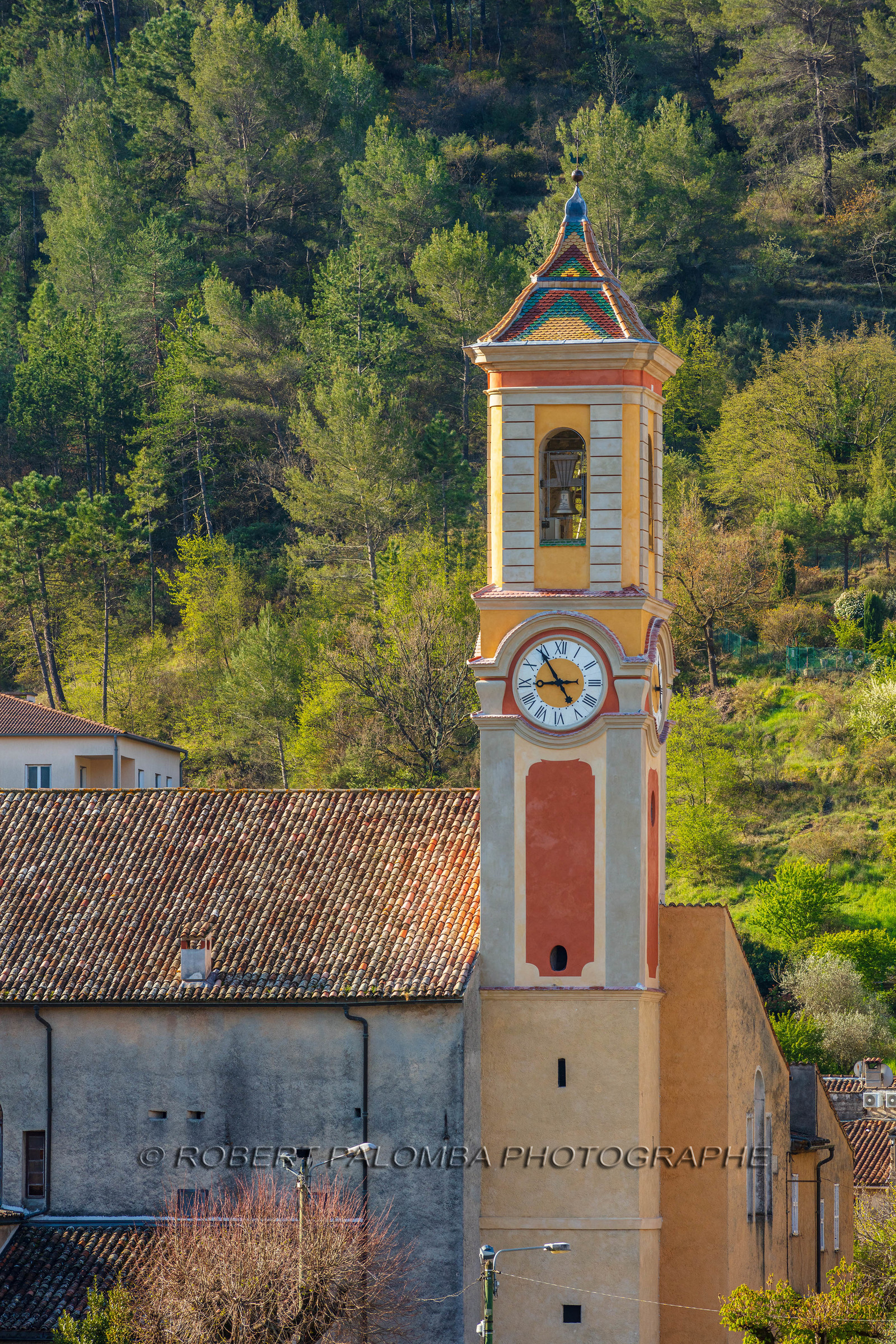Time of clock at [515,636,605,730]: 8:54
